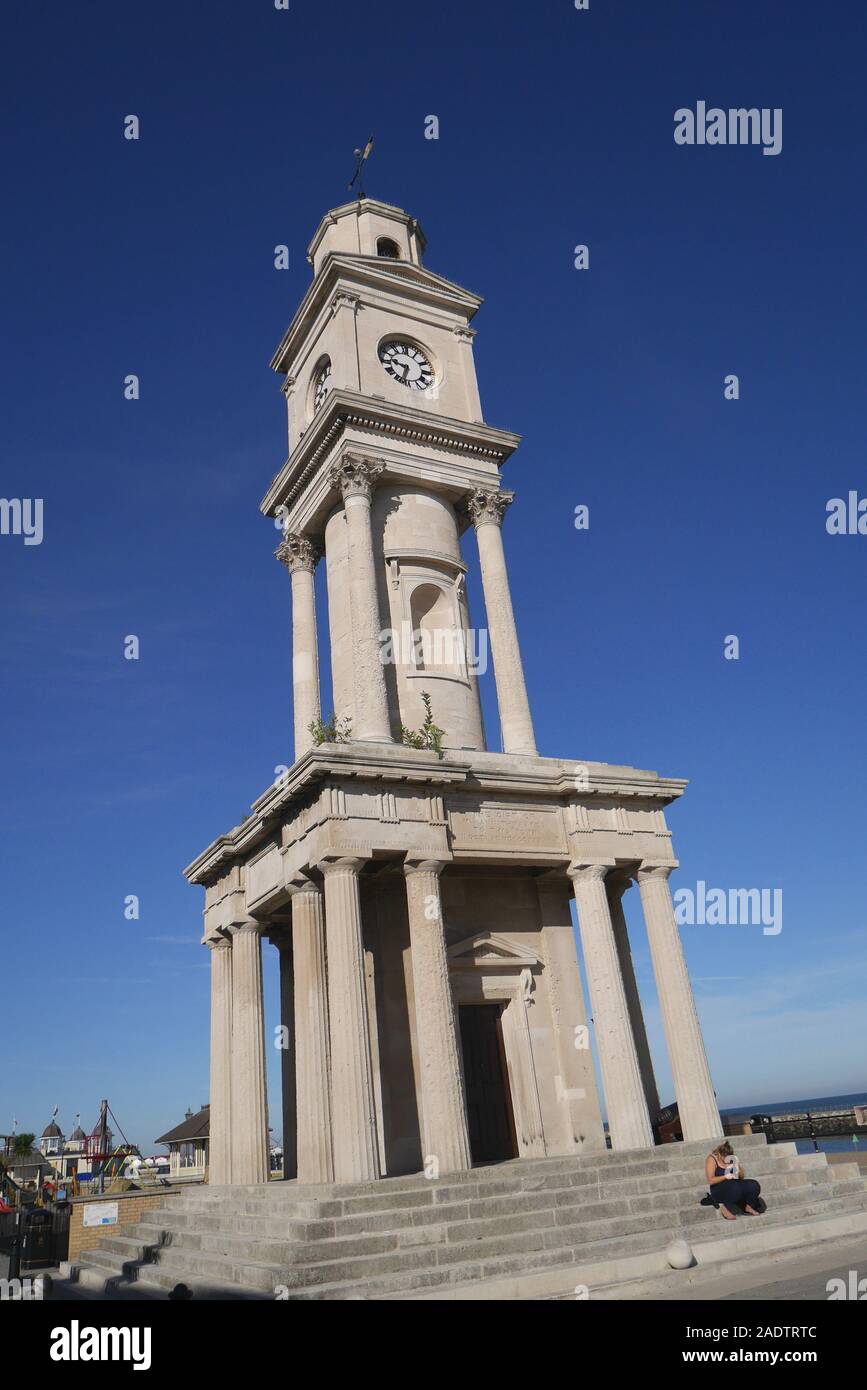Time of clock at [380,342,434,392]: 9:33
